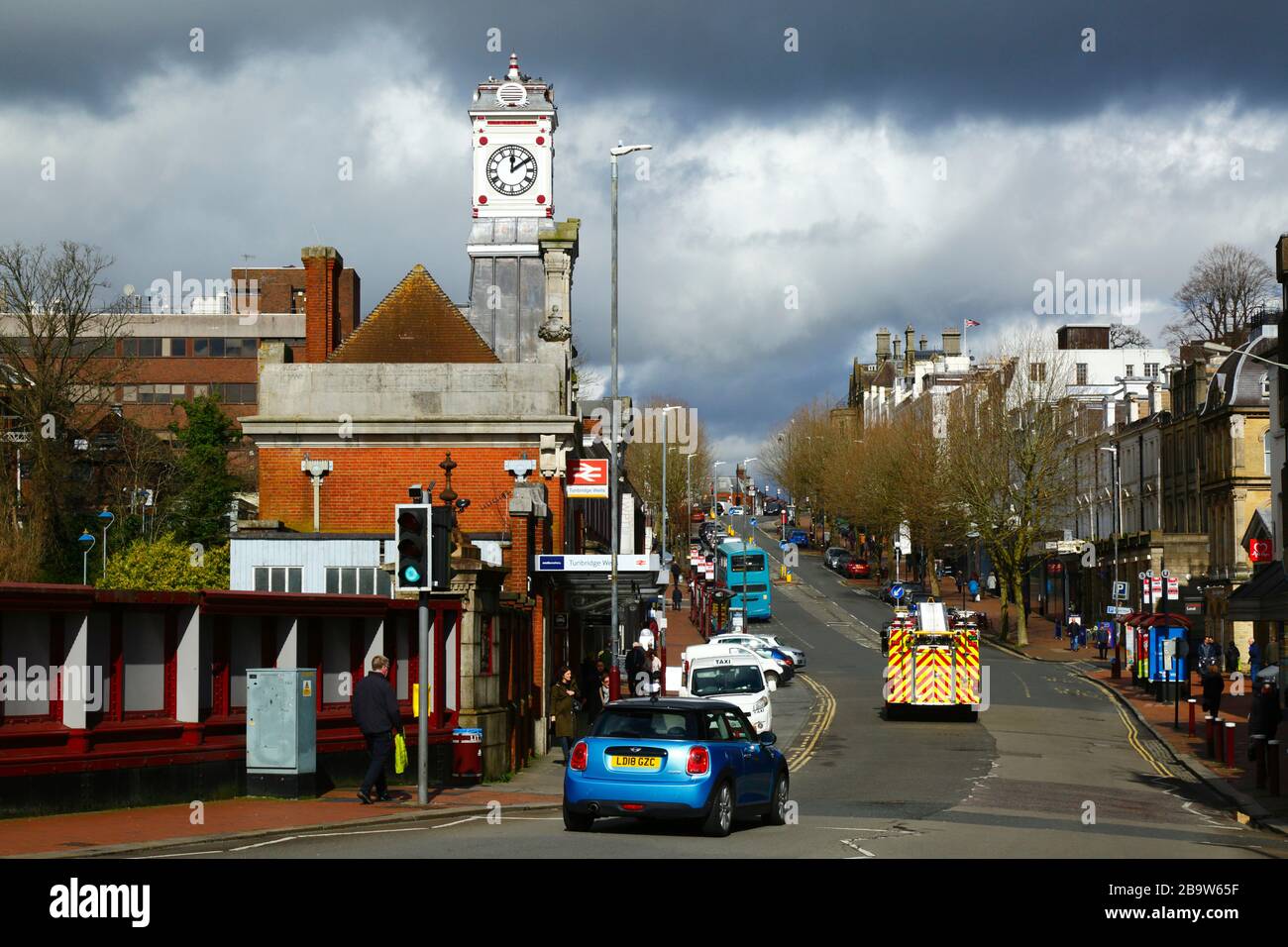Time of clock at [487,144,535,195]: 12:09
